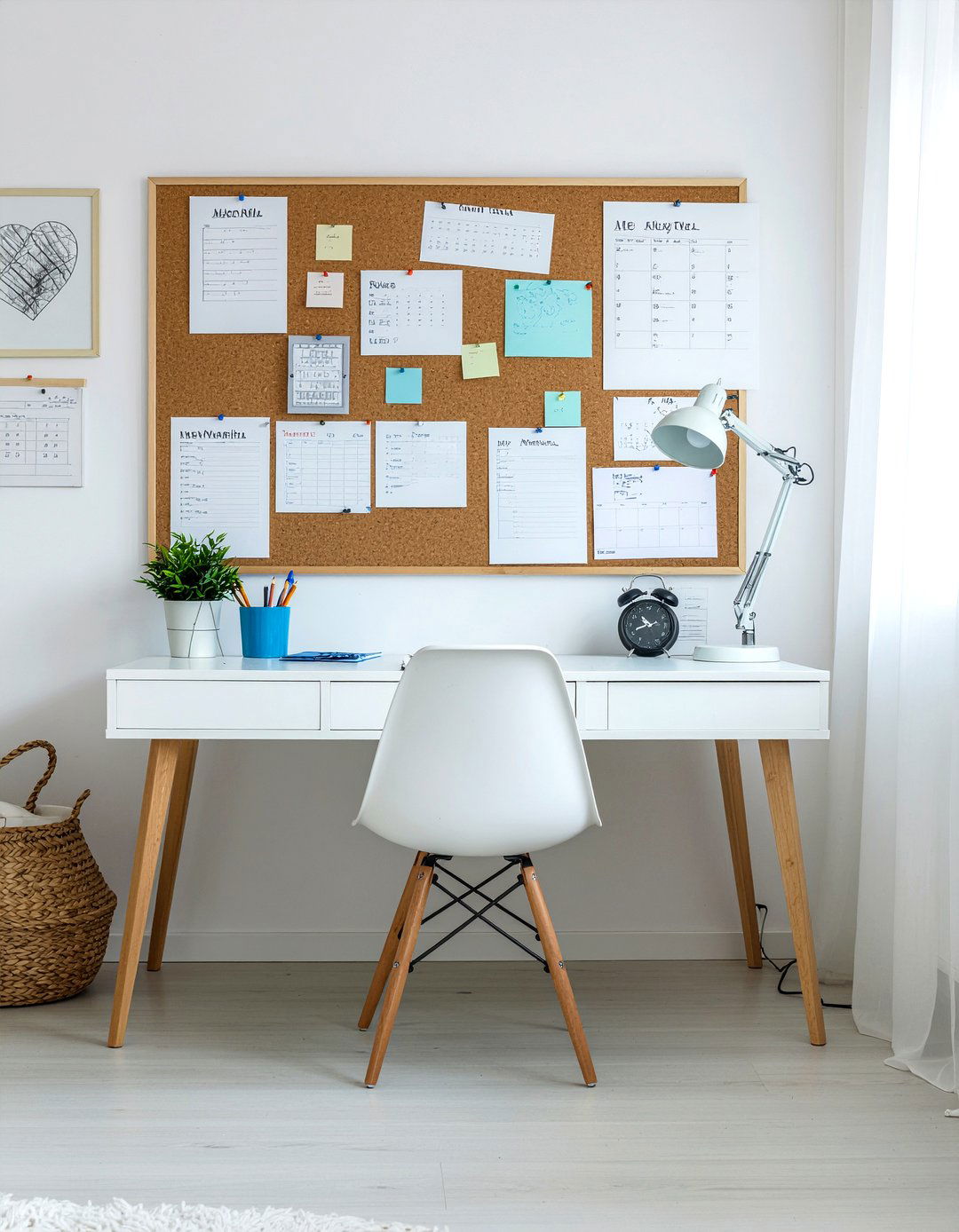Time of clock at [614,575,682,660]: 10:41
